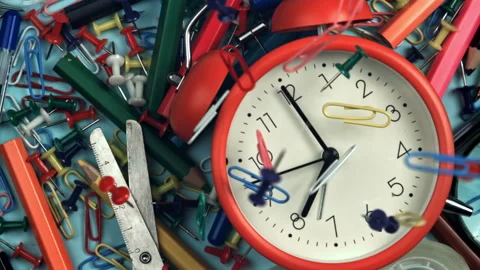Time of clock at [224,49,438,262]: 6:54
